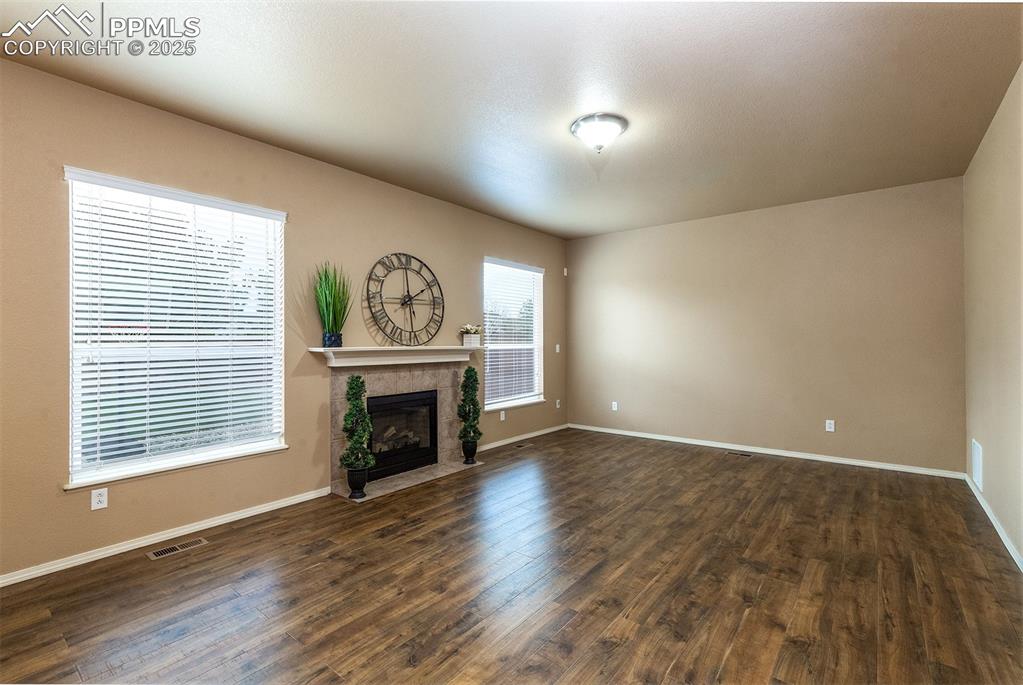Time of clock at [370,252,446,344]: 2:00
